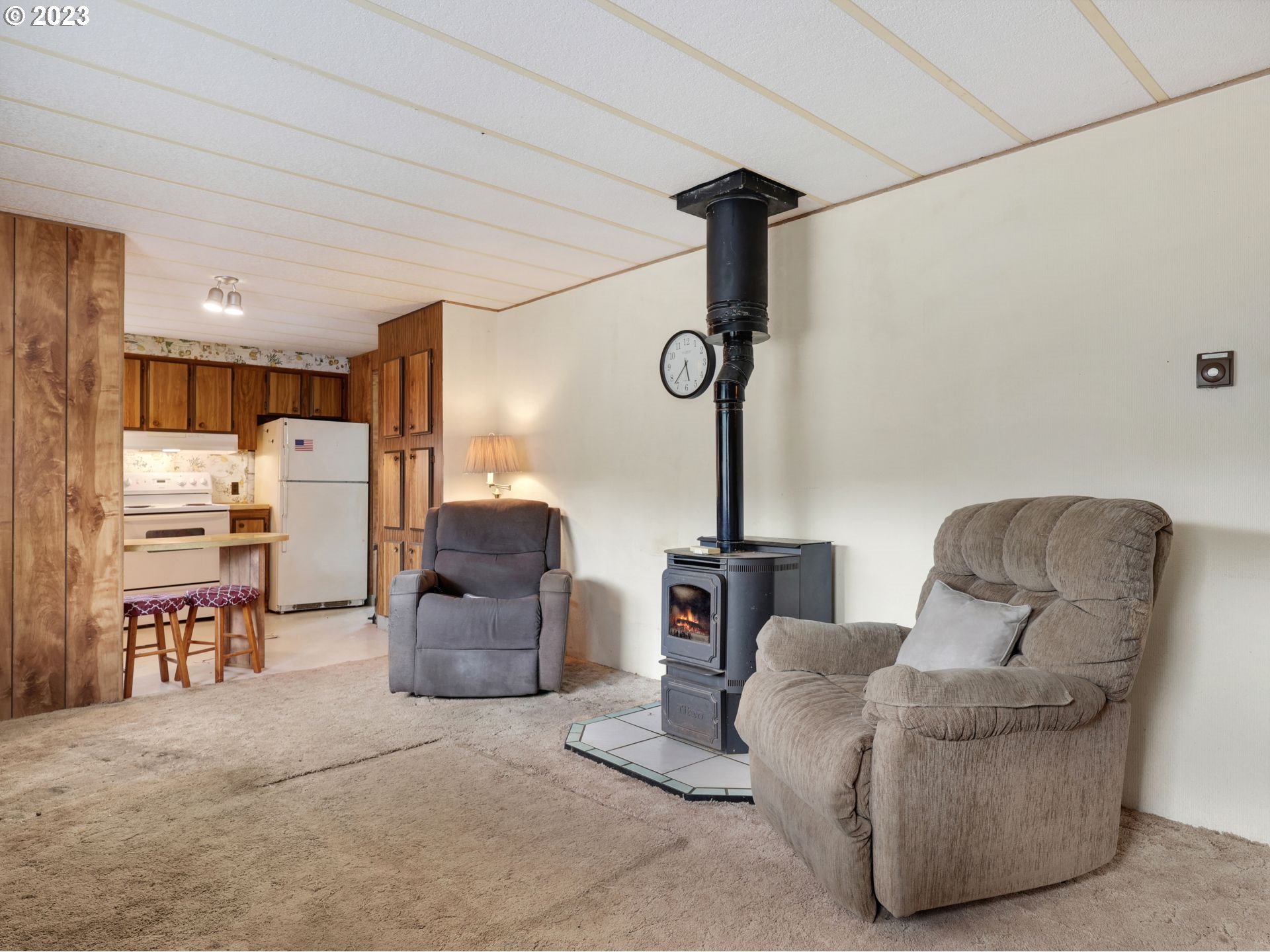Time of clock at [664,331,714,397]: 5:36
